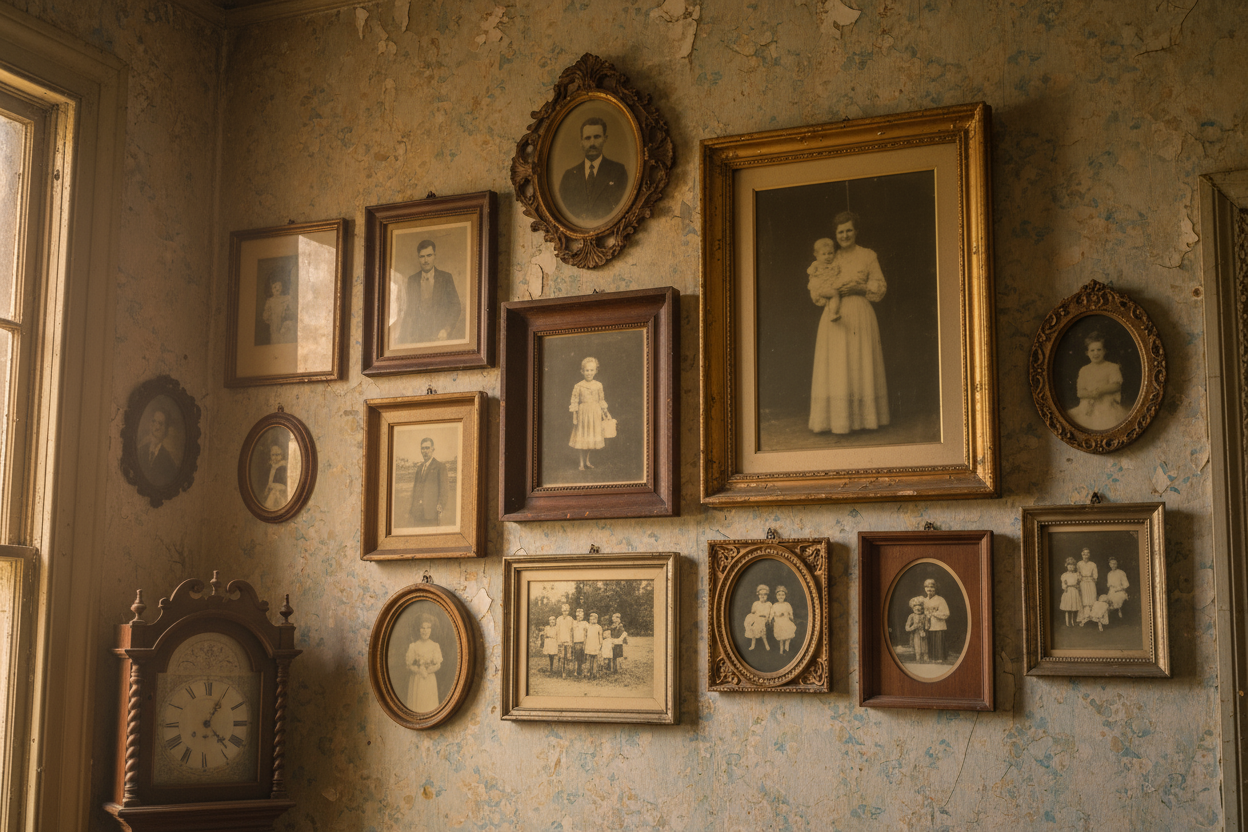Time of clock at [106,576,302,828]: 1:22
